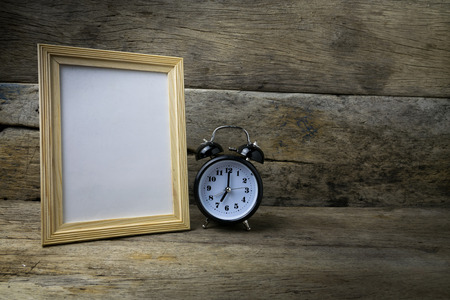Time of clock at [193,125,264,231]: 7:00
